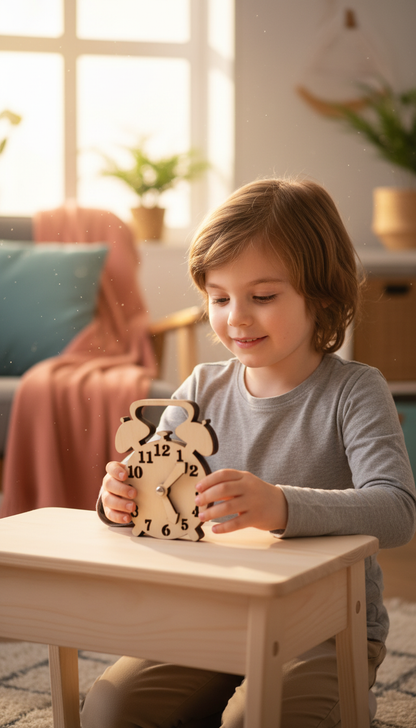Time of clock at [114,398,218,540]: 5:08
